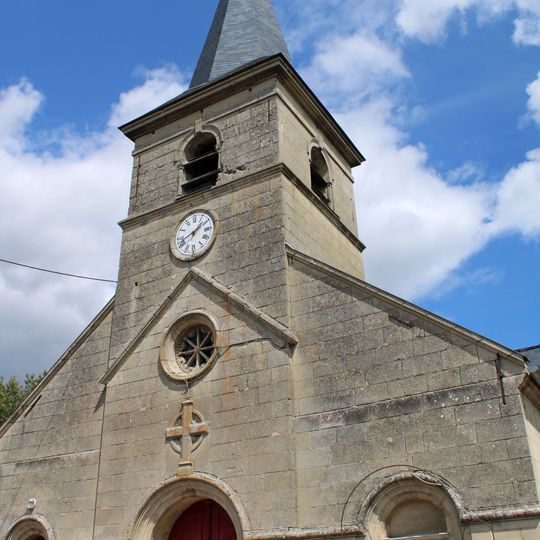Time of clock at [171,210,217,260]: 1:41
